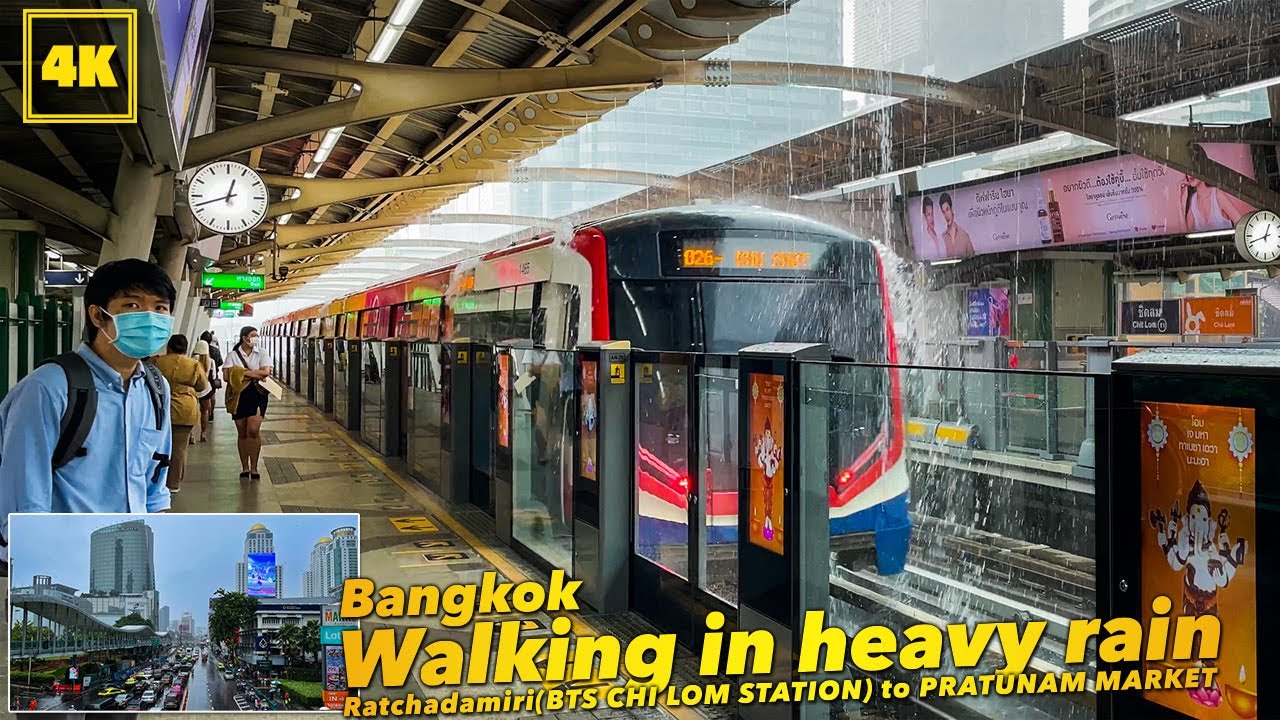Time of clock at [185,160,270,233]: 12:42
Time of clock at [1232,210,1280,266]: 12:42
